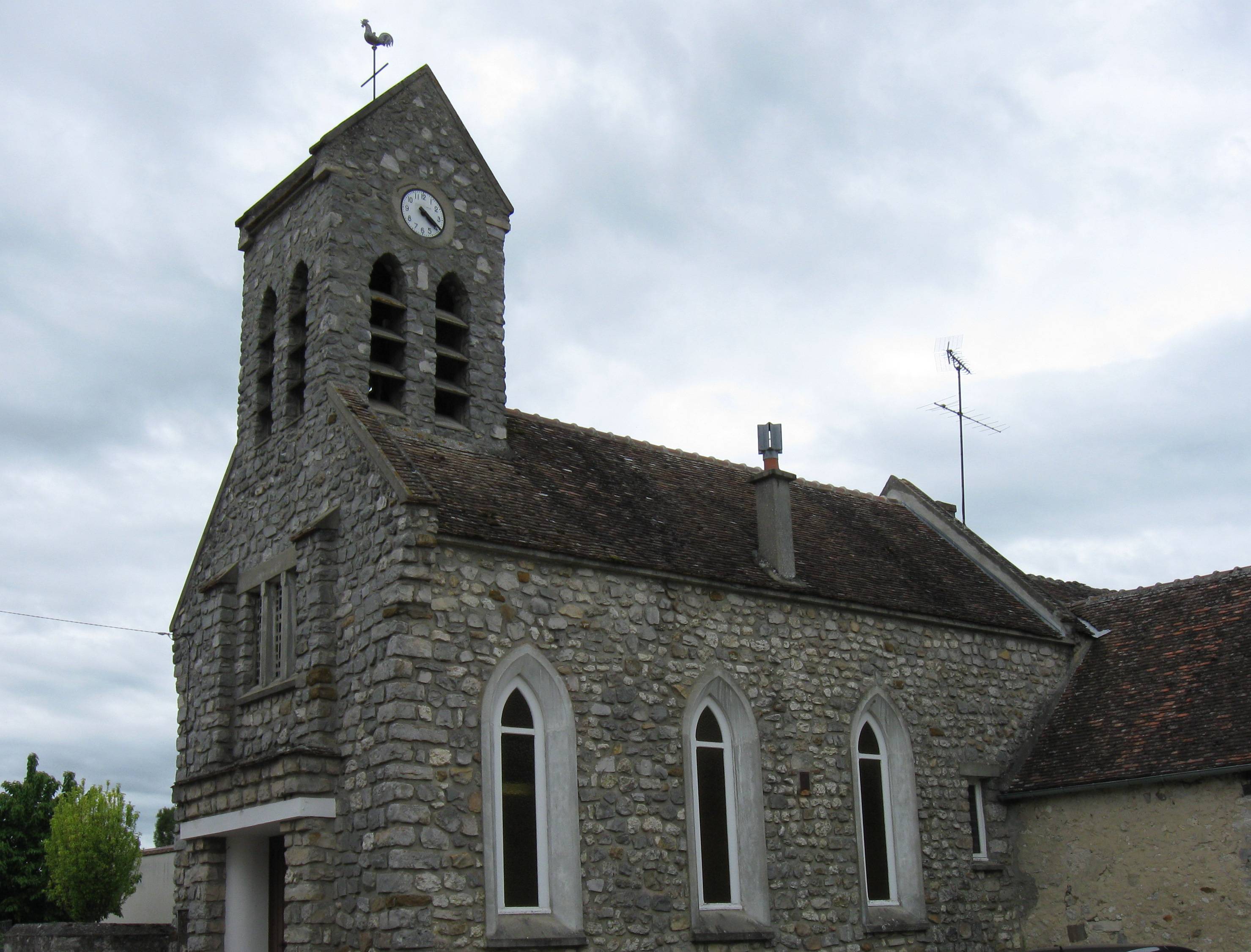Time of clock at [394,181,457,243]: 4:20
